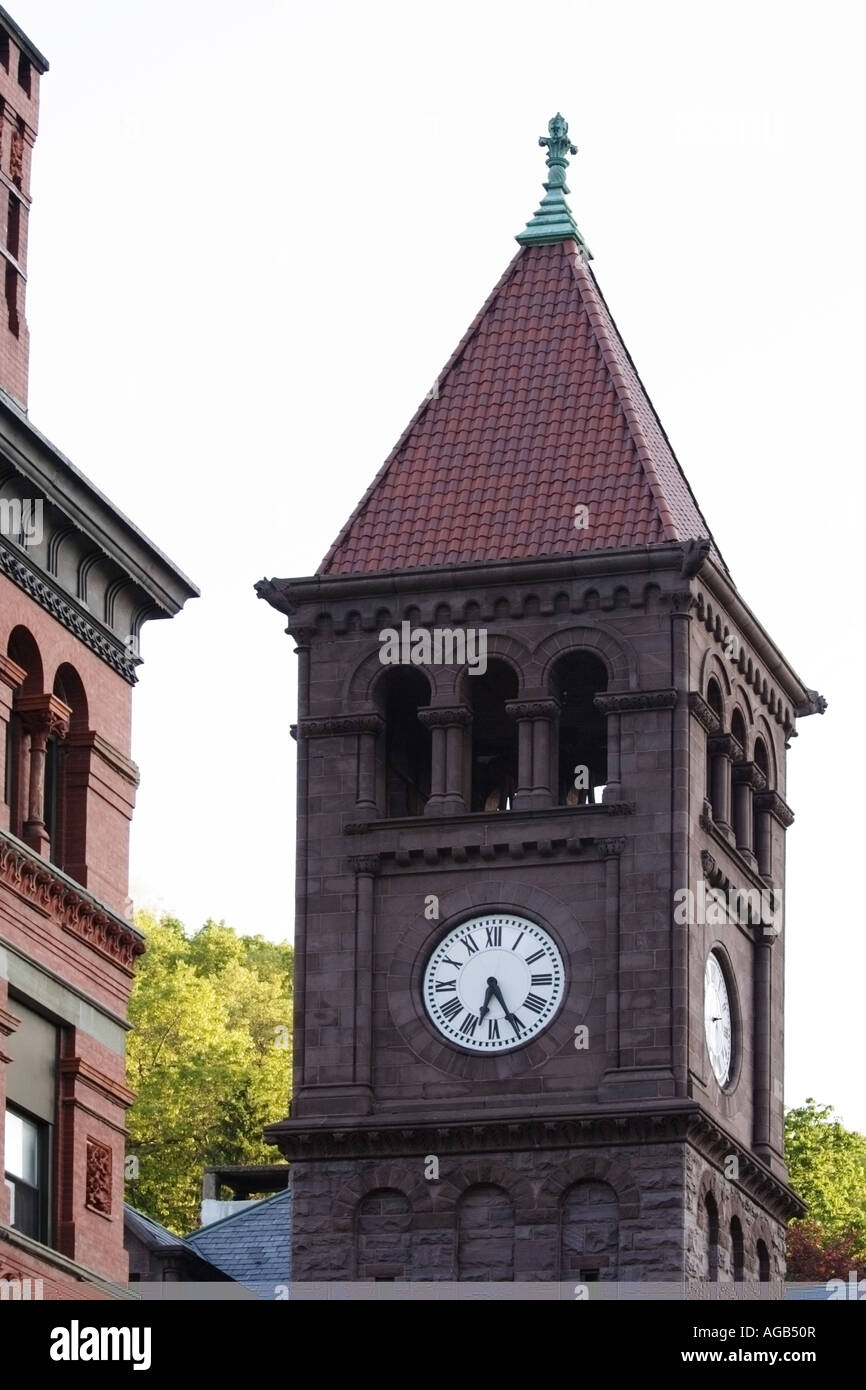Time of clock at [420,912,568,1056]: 6:25
